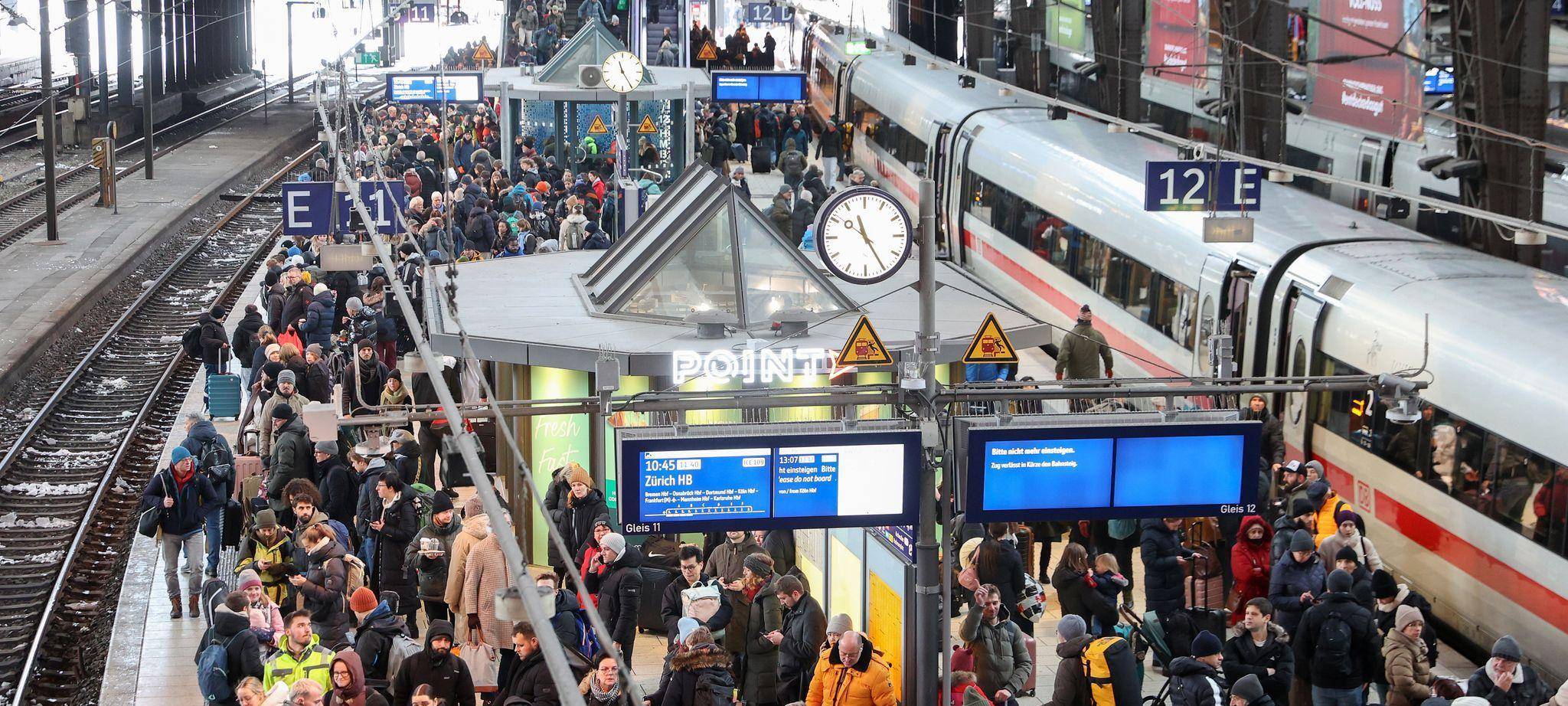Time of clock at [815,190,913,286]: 11:24
